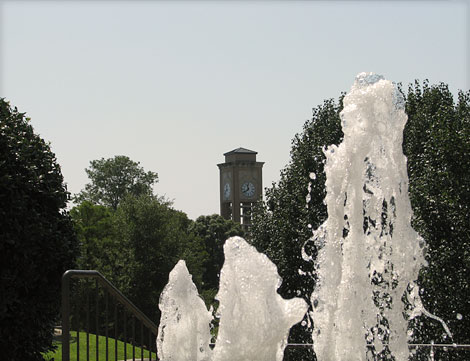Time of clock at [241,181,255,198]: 11:38
